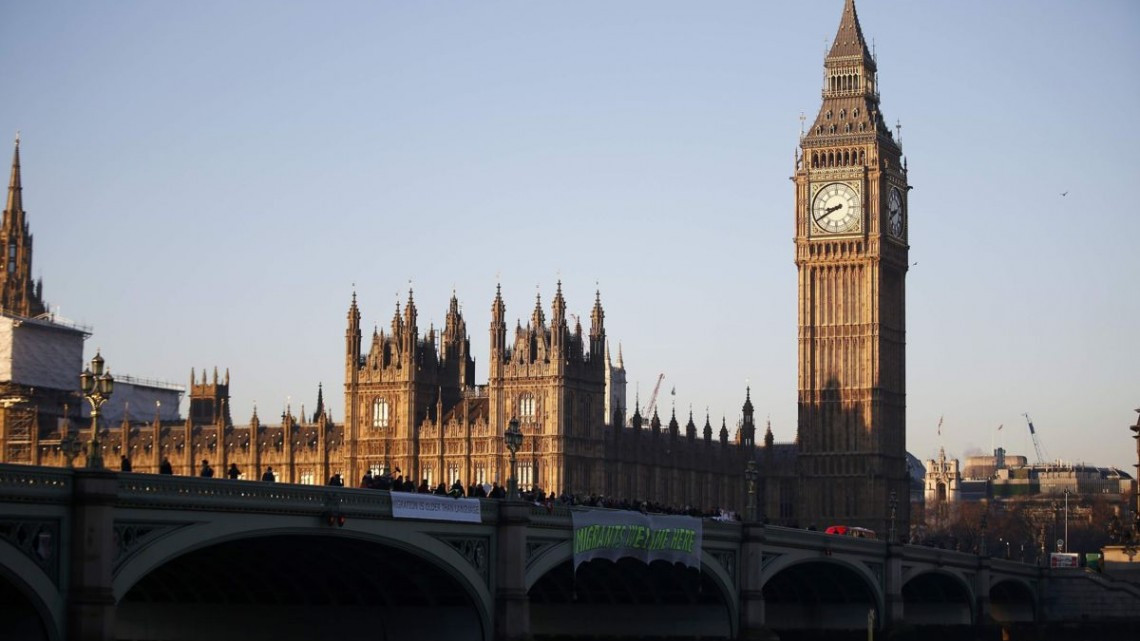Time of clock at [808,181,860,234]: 8:40
